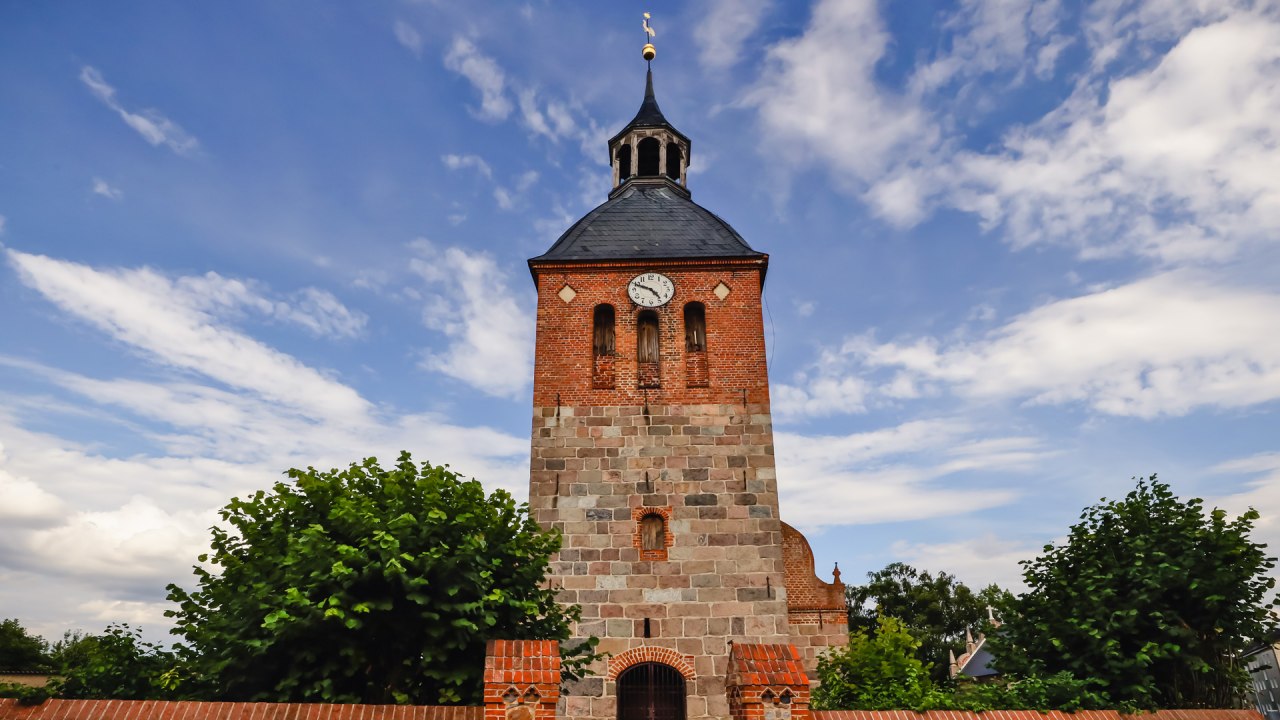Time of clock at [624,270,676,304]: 4:49
